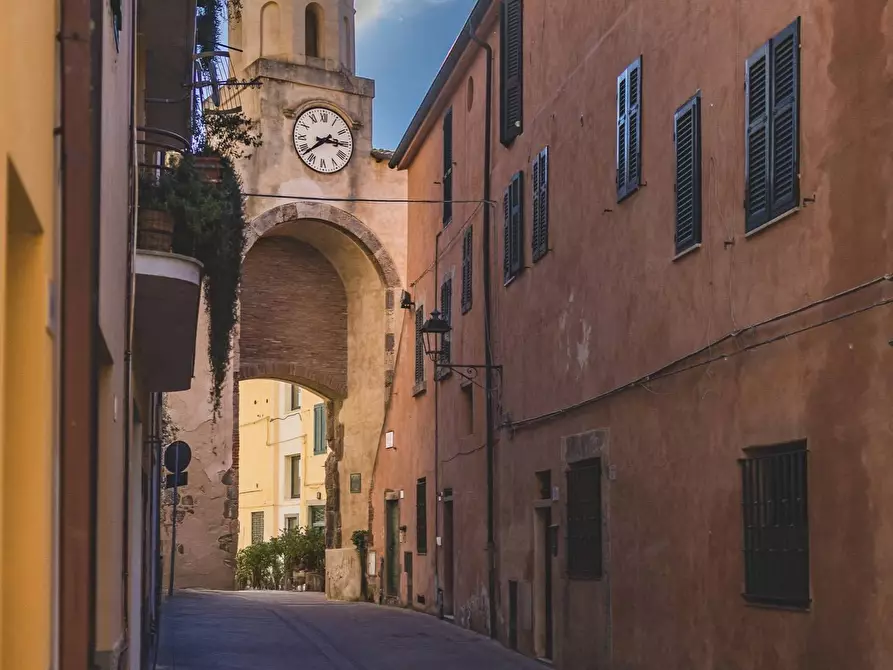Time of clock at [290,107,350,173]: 2:38
